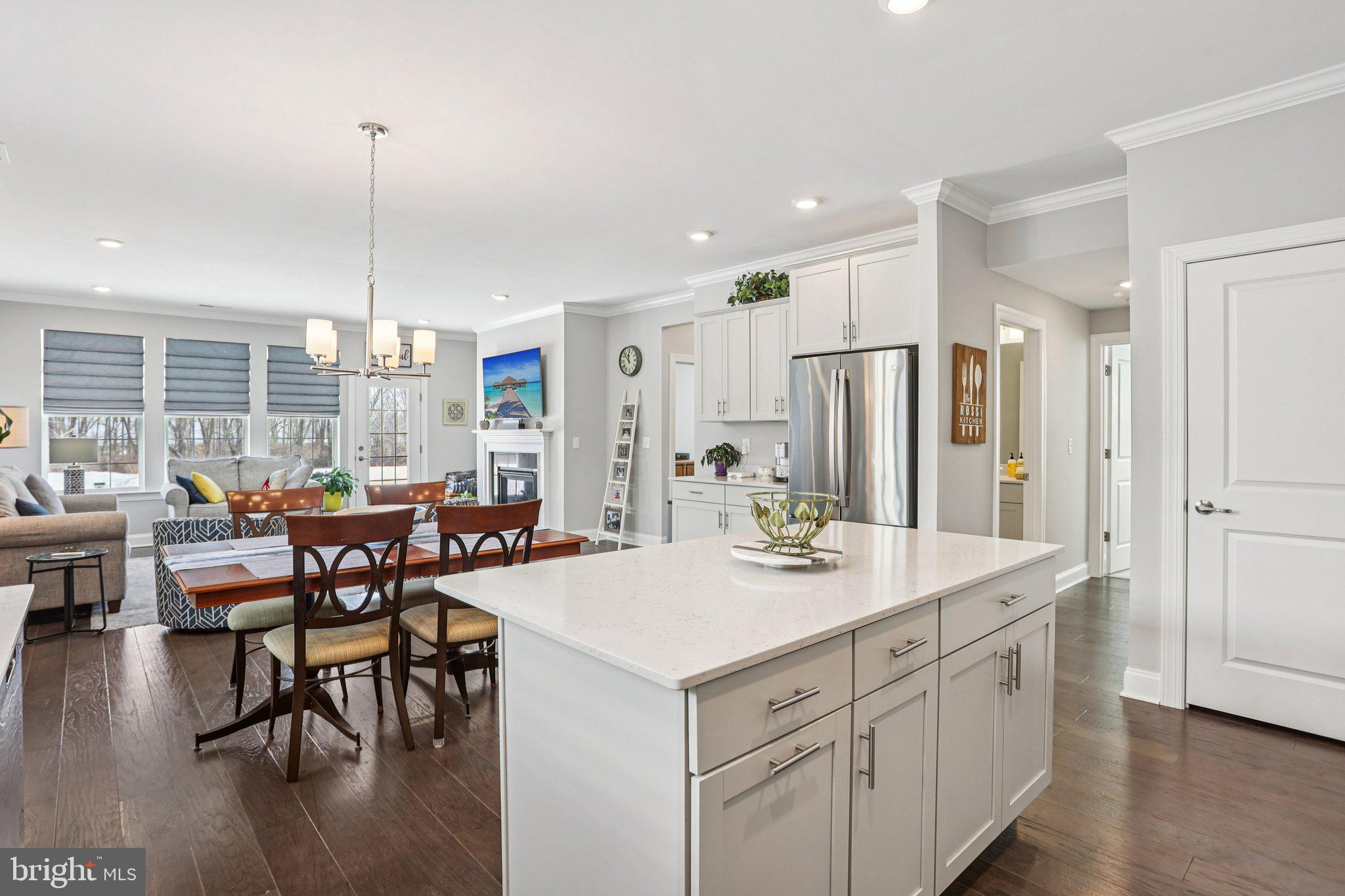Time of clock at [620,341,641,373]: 11:52
